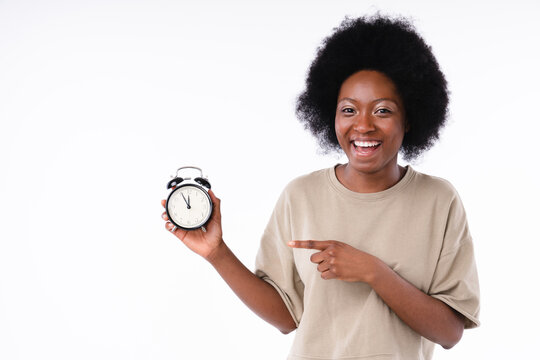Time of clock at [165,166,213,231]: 11:55
